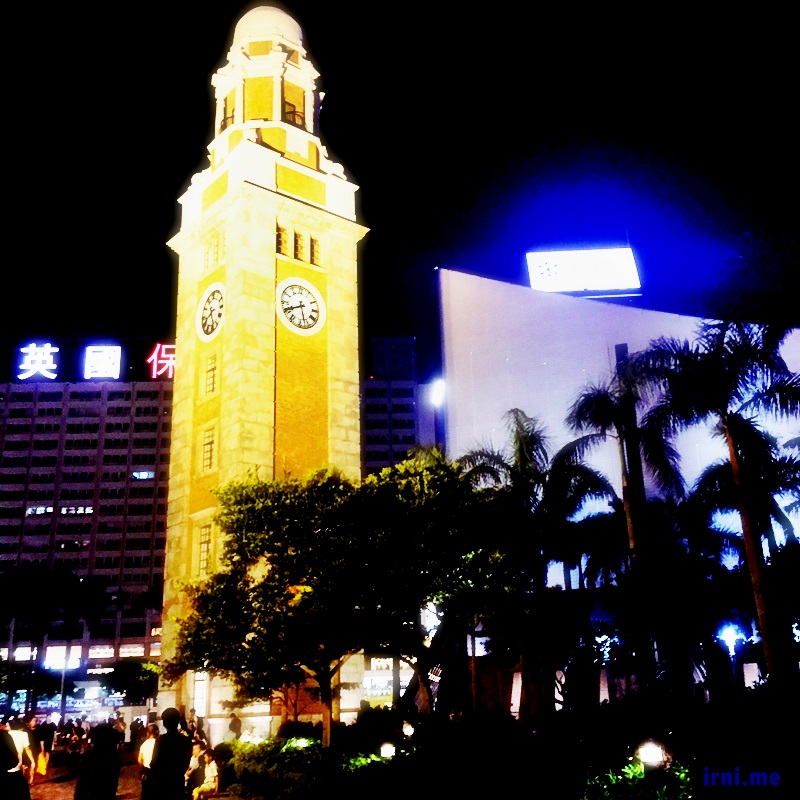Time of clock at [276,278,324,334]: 5:40
